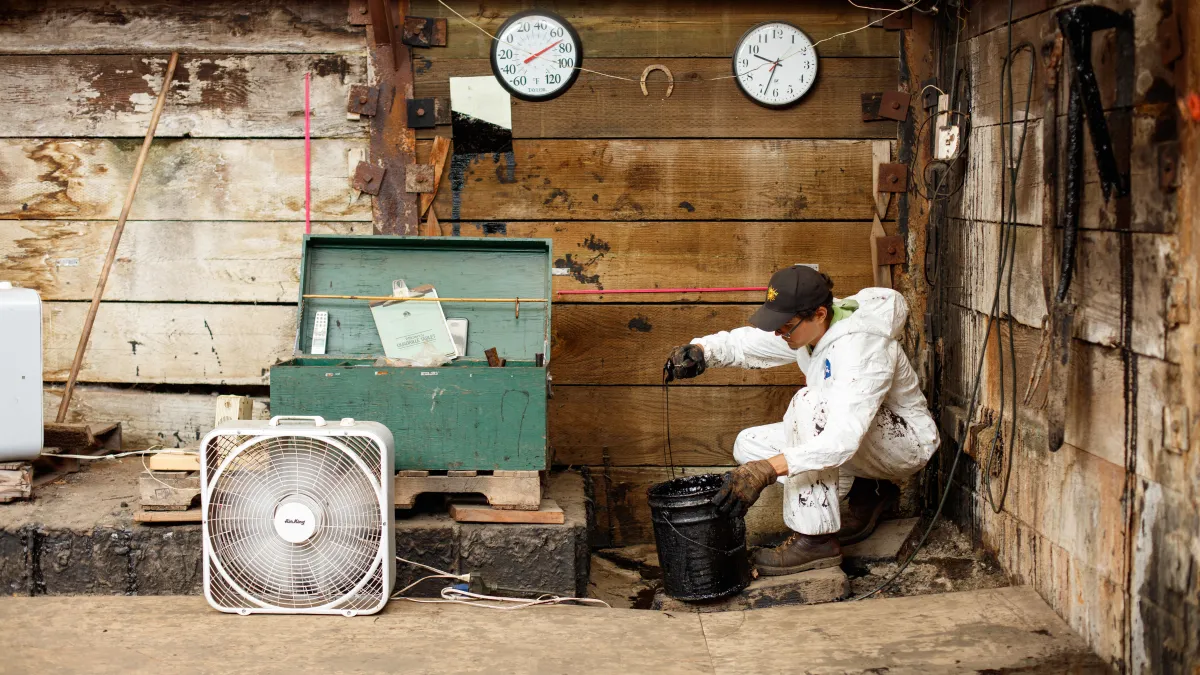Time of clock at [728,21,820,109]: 9:33
